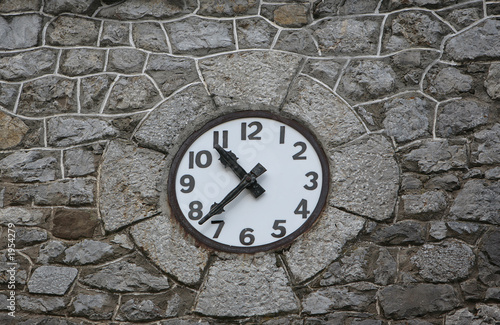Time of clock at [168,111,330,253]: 10:37
